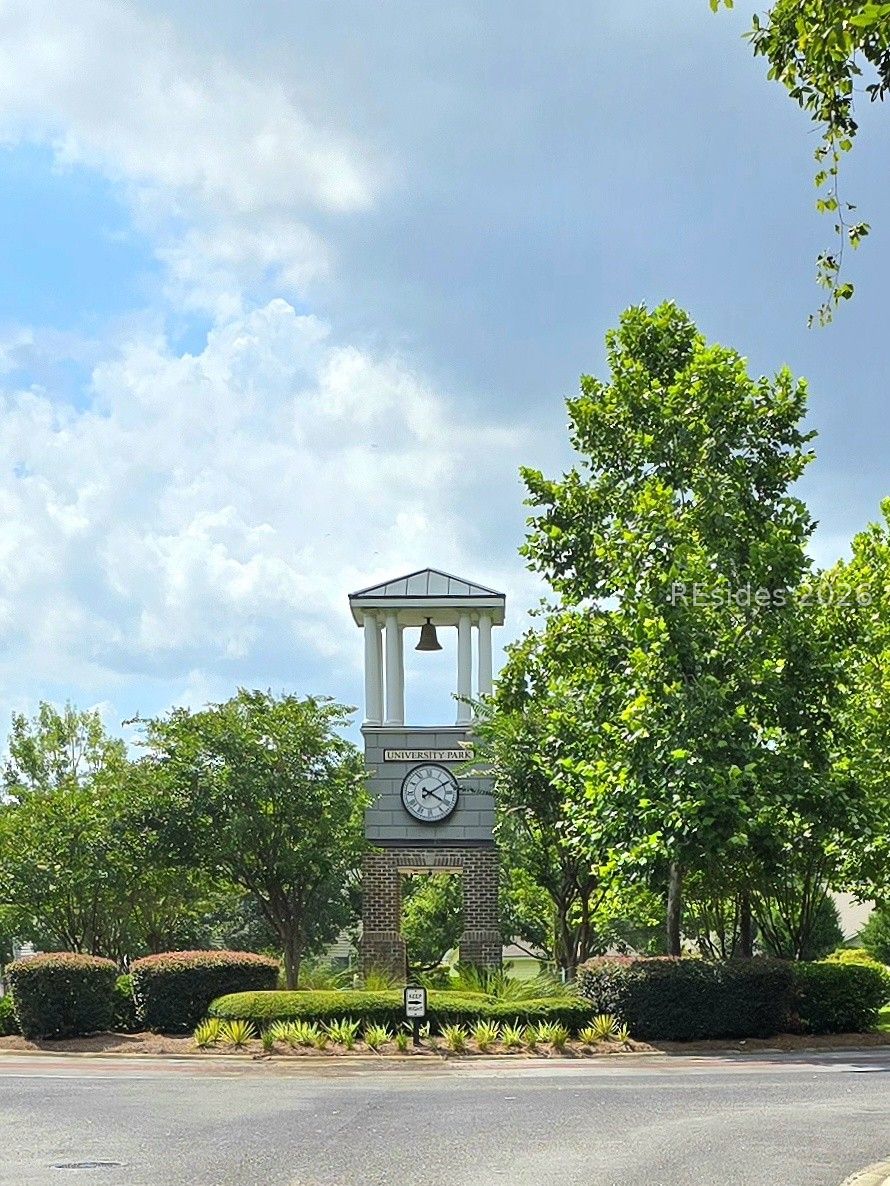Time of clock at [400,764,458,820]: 4:09
